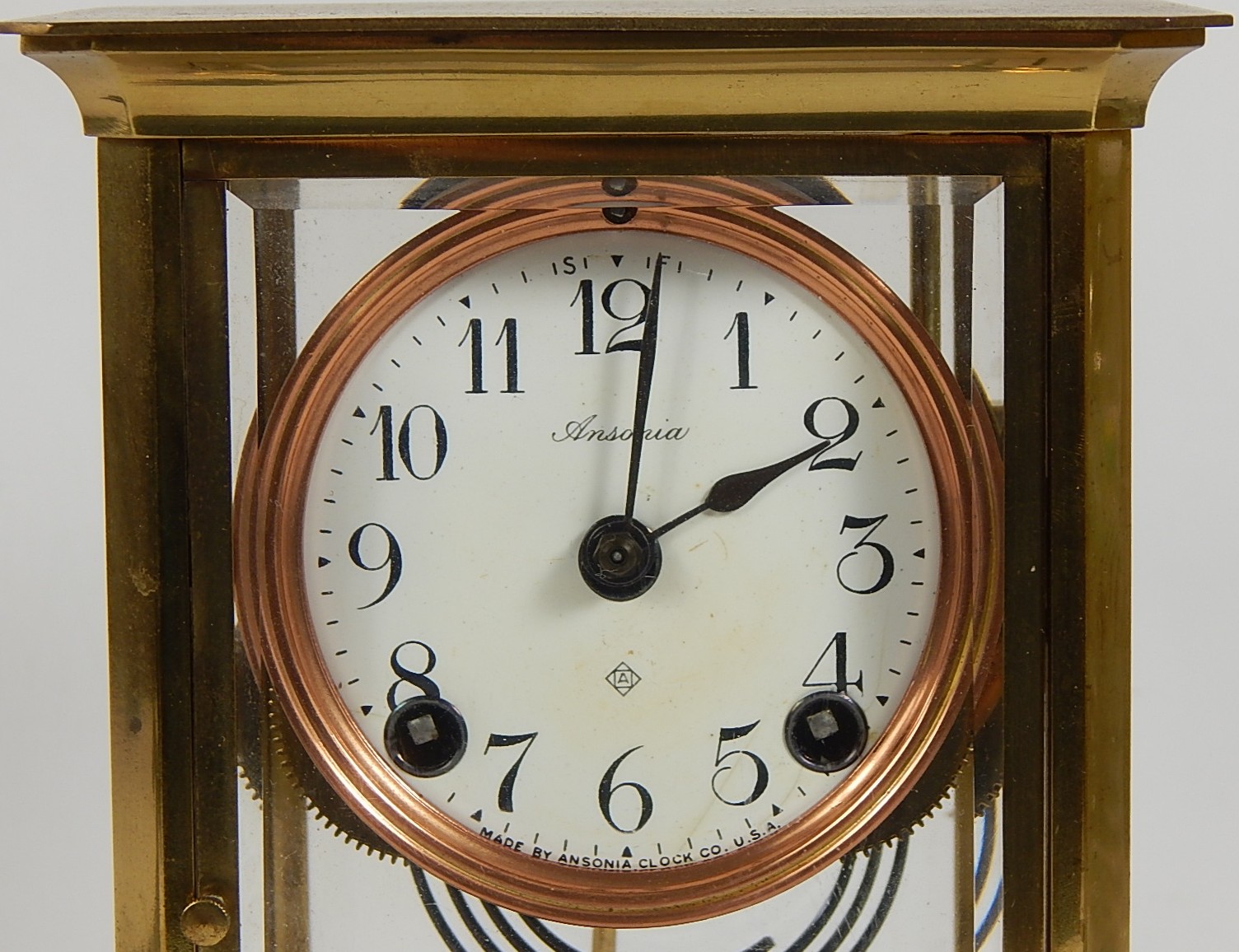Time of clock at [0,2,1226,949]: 2:01
